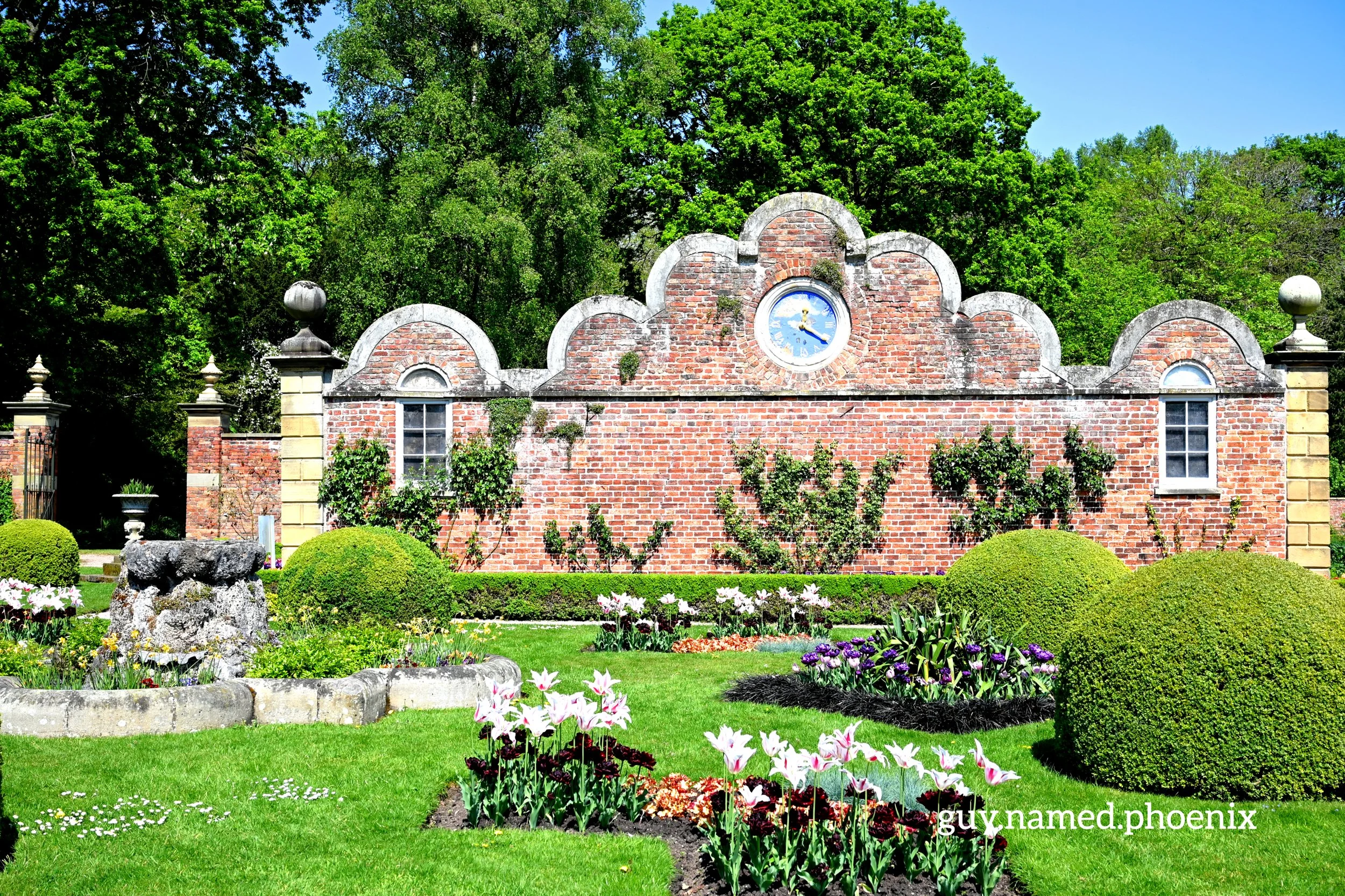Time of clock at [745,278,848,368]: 12:20
